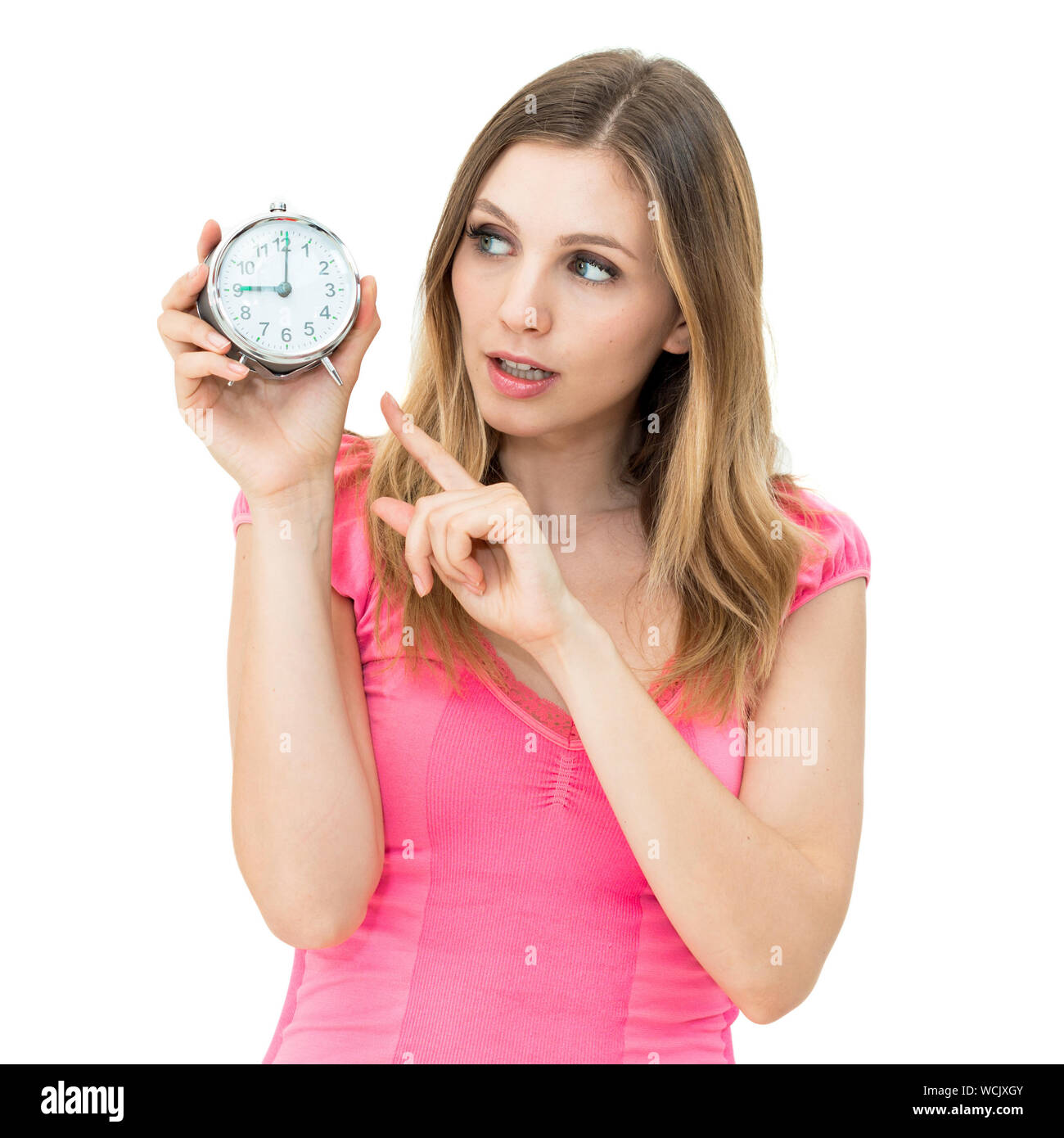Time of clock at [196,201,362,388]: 9:00
